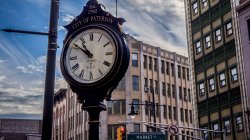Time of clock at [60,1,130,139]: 10:50
